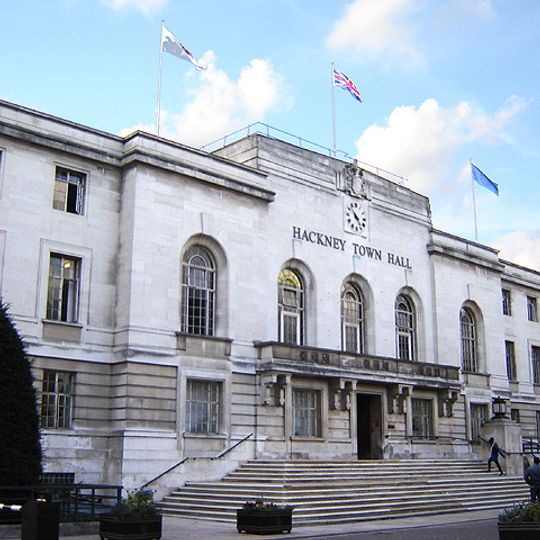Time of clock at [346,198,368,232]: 4:52
